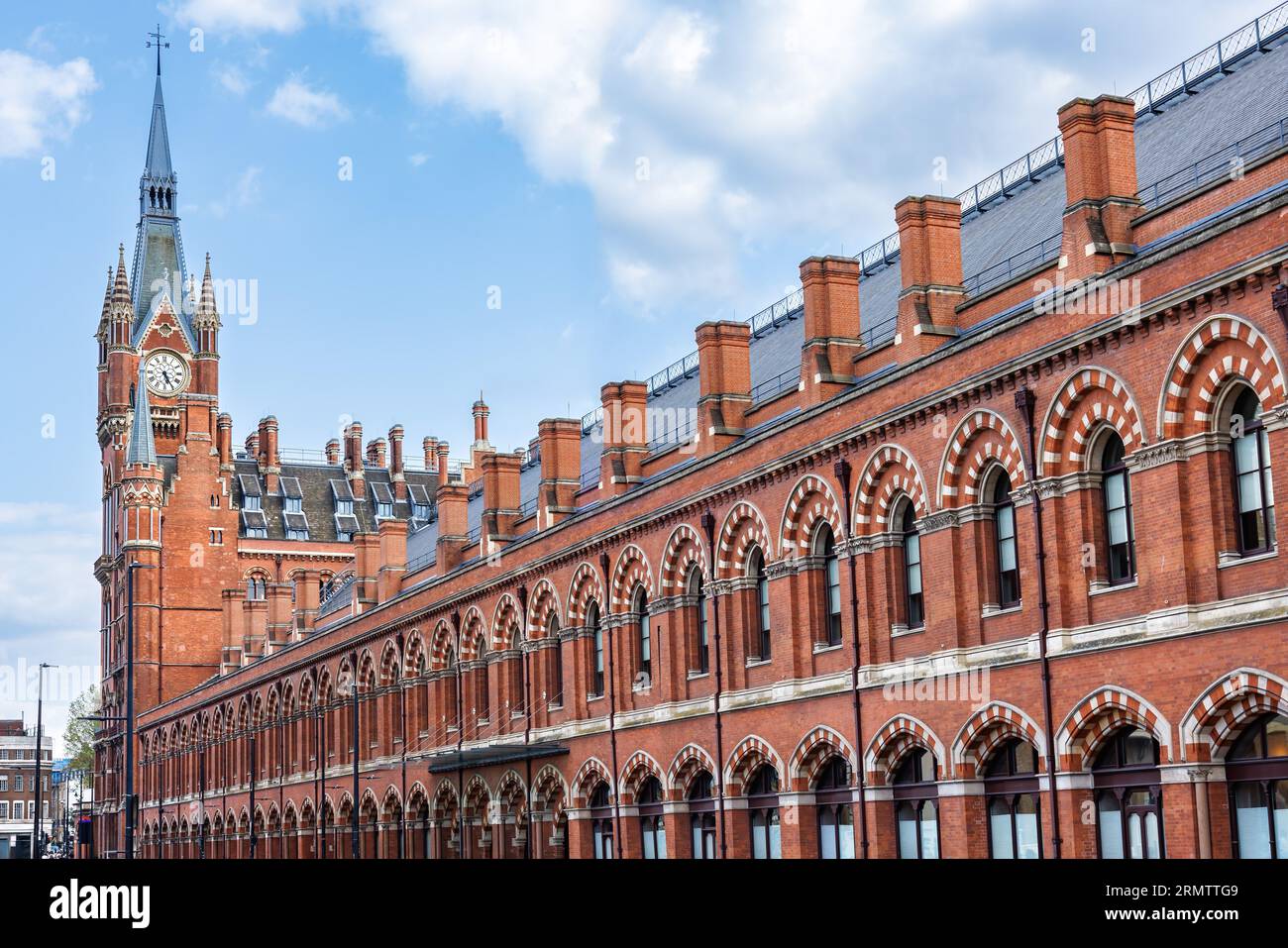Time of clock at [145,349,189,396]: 5:24
